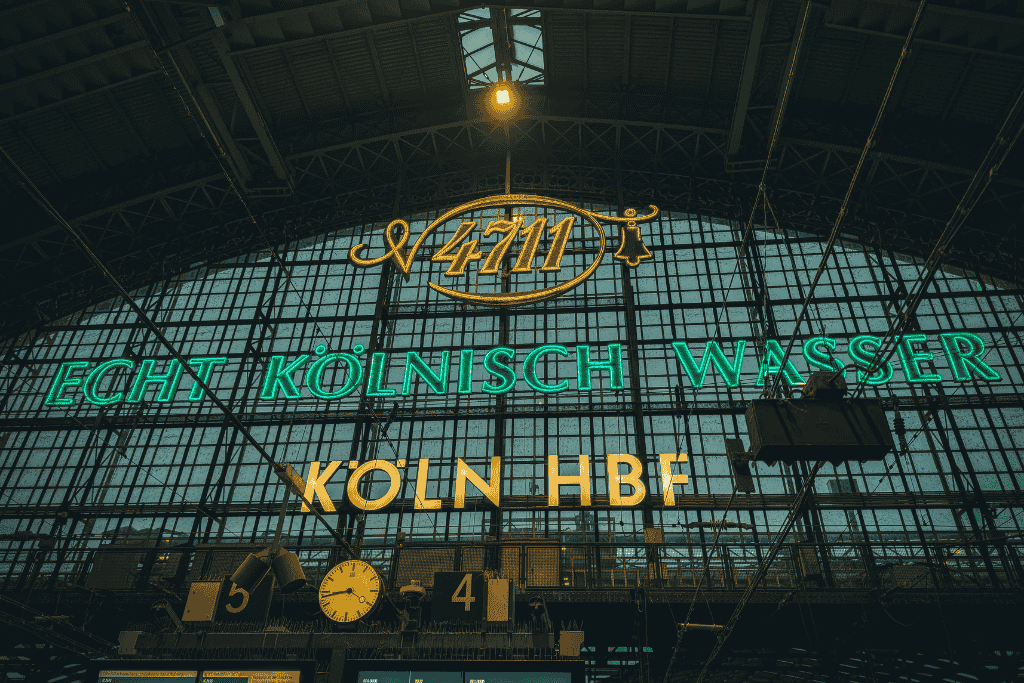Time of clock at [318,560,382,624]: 8:43
